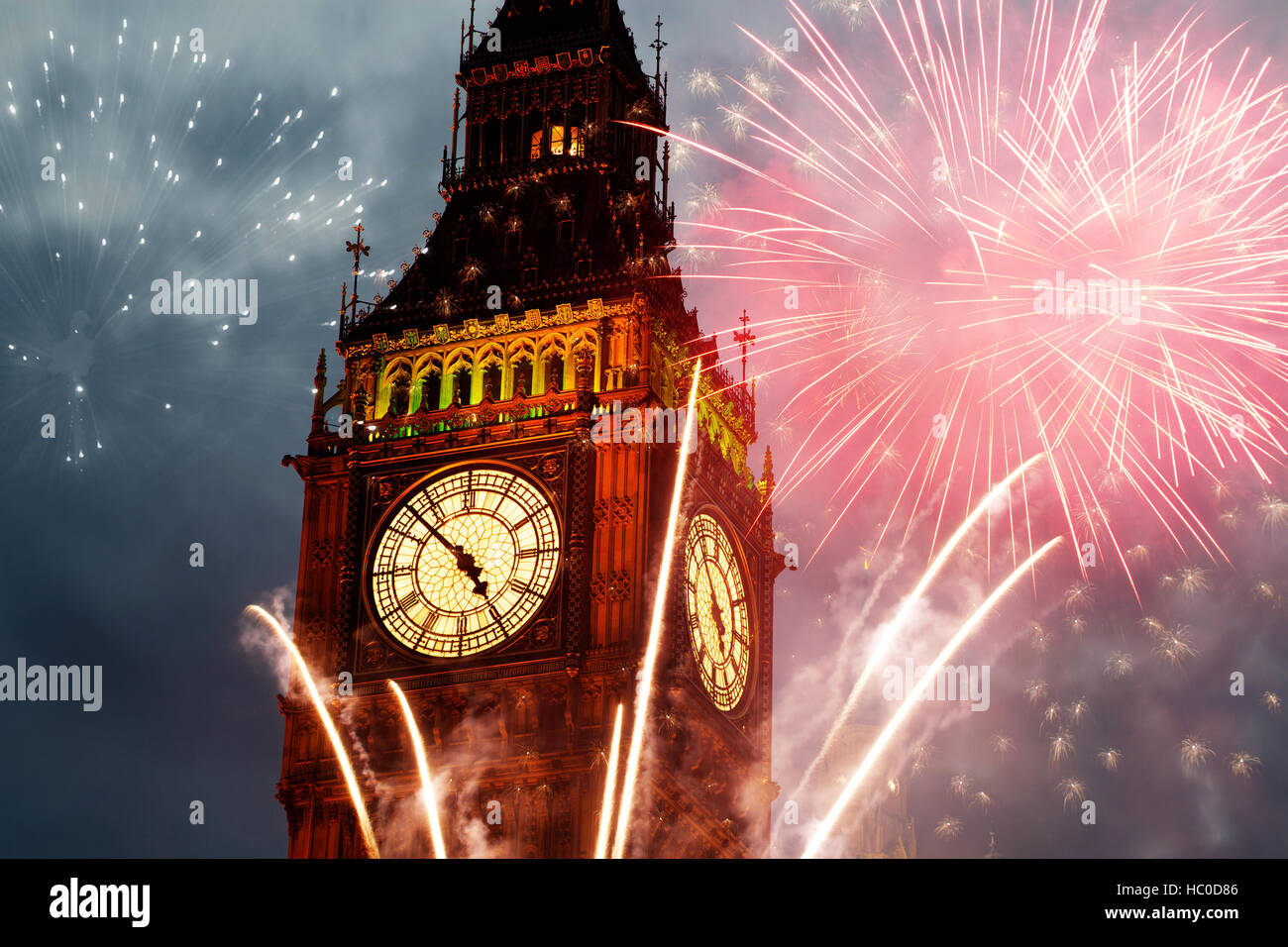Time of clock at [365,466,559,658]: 4:52
